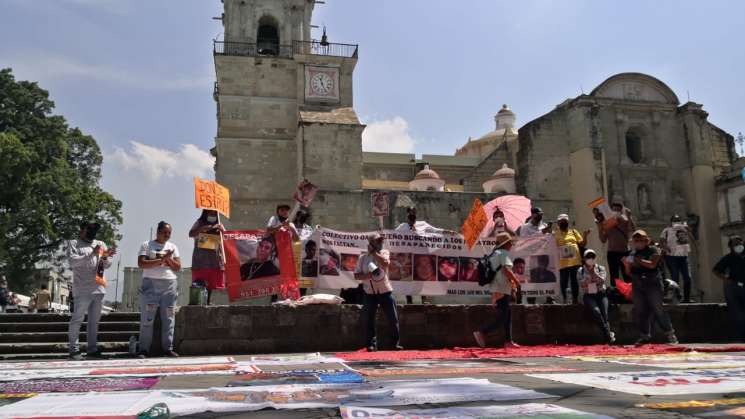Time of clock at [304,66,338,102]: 11:25
